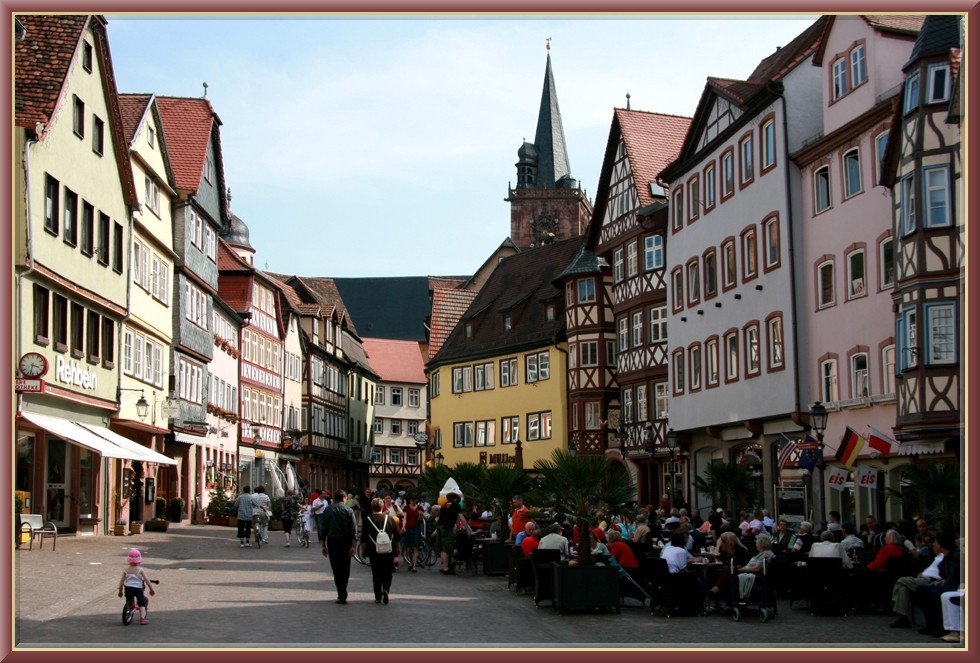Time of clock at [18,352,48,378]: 3:32
